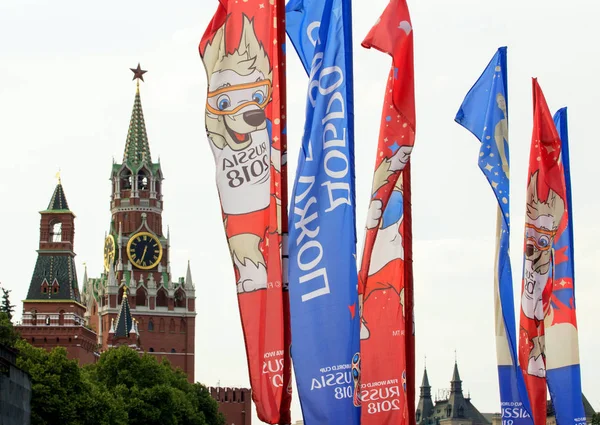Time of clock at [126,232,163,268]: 12:33
